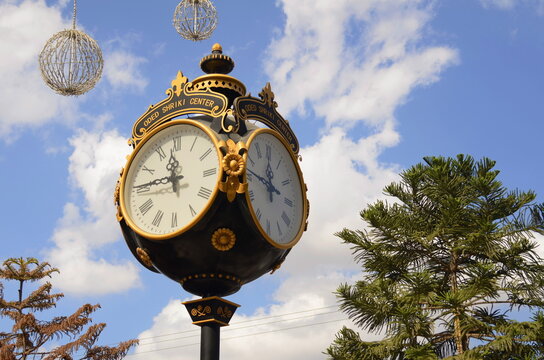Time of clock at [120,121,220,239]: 11:45
